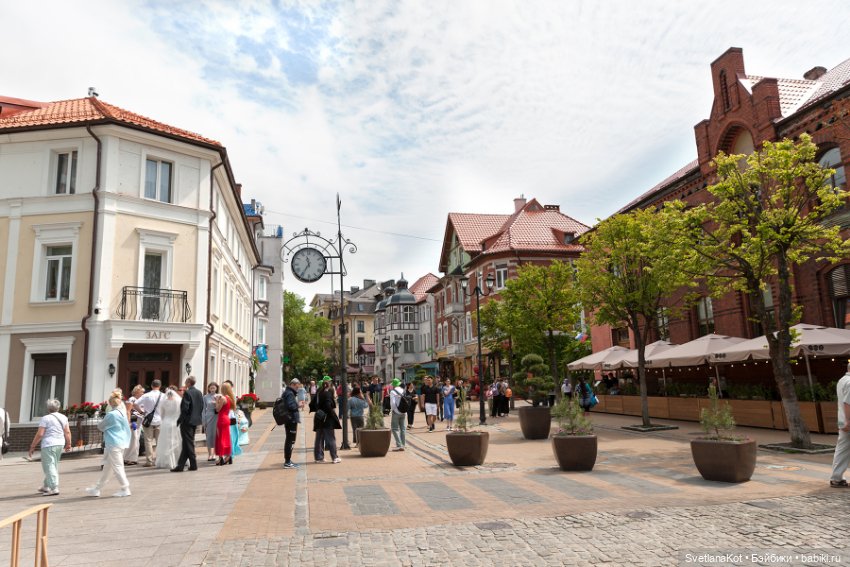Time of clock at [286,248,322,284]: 11:35
